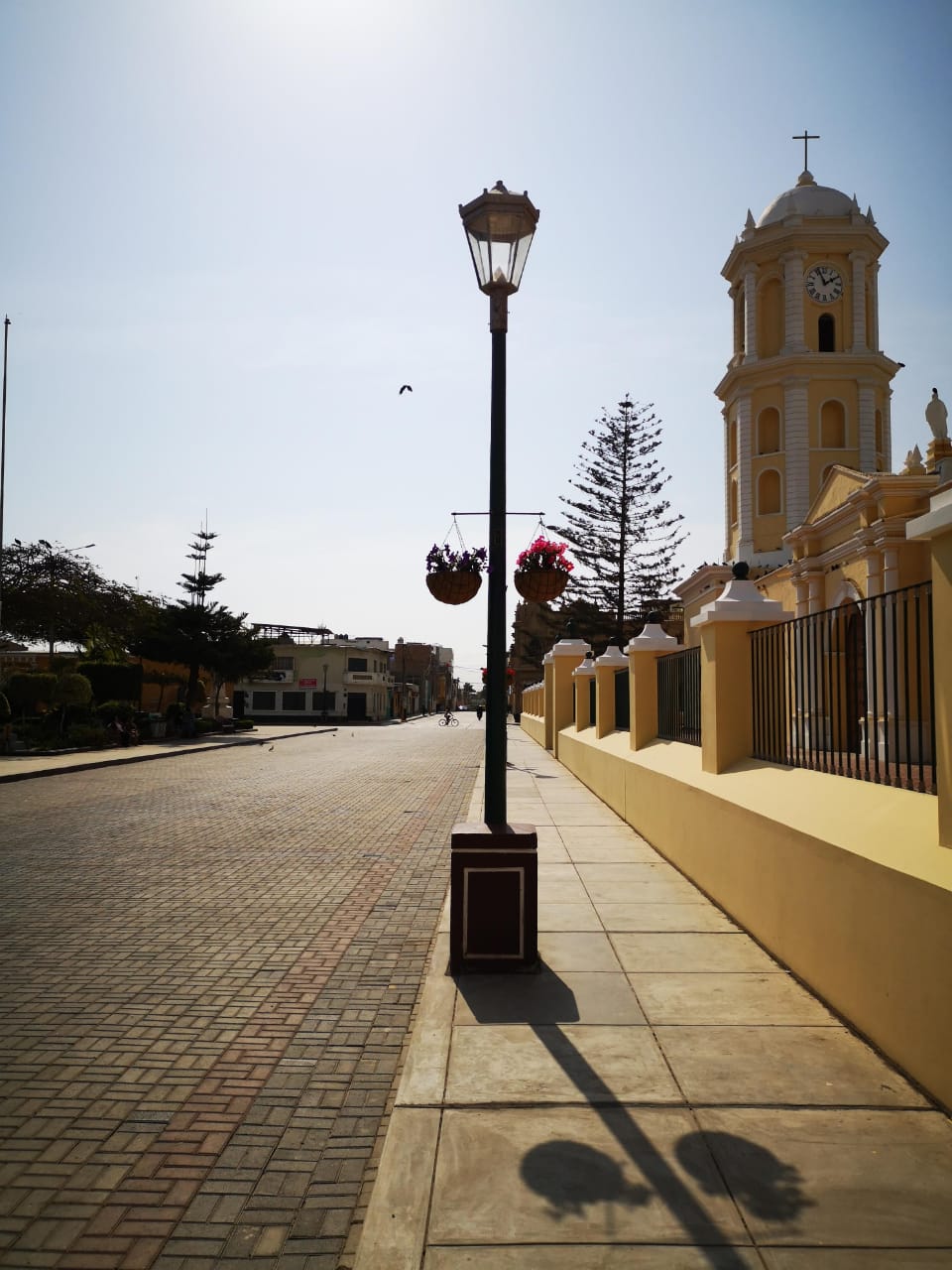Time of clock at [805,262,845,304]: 1:56
